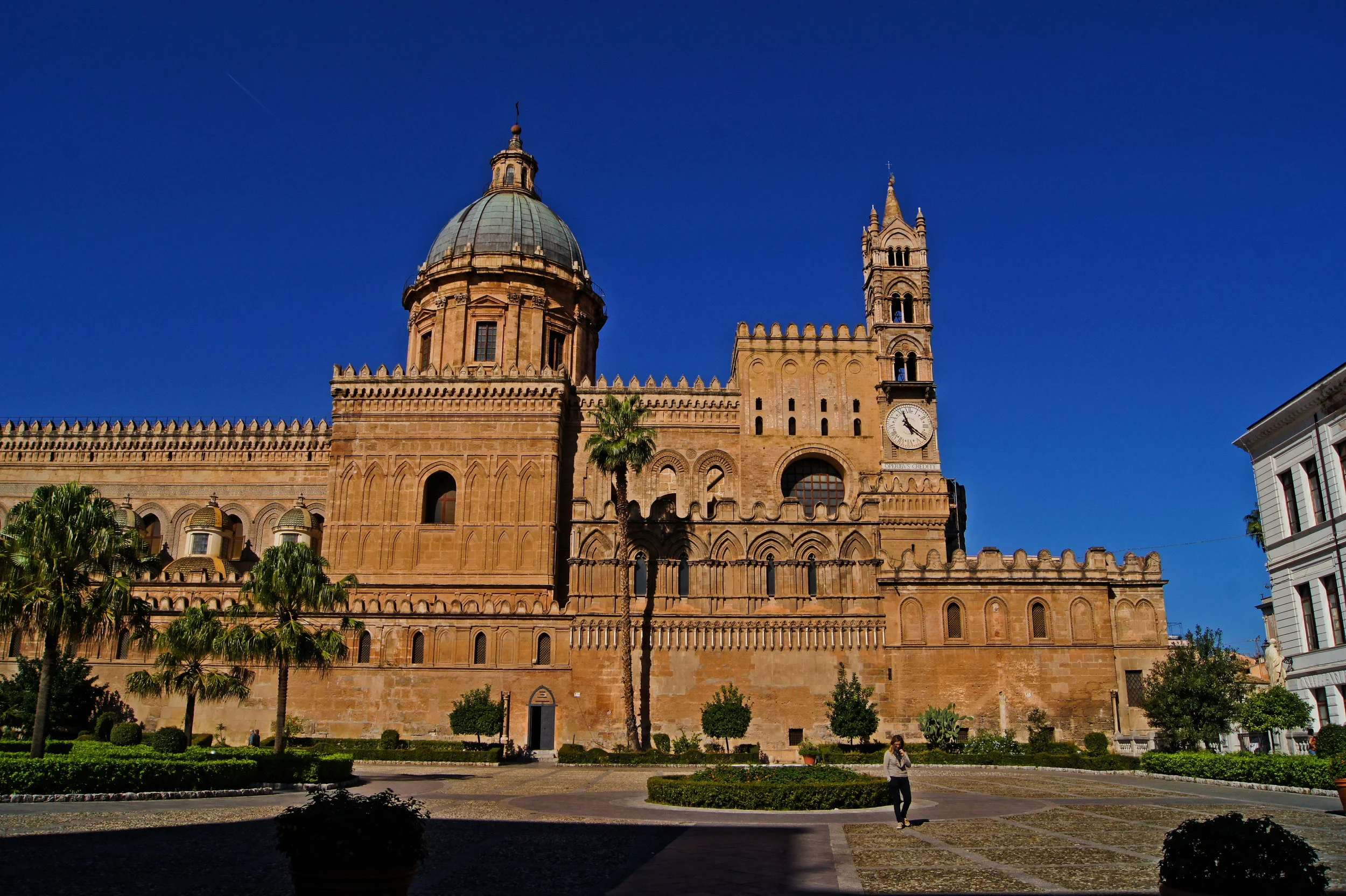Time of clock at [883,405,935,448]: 11:21
